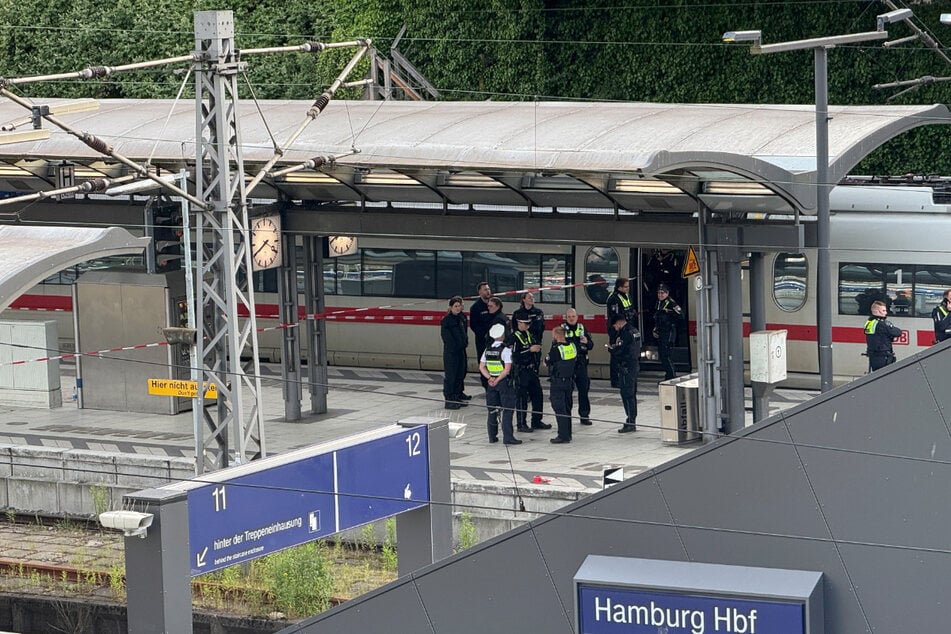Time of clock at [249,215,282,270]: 3:40
